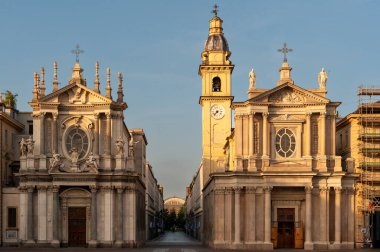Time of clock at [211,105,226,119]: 7:37
